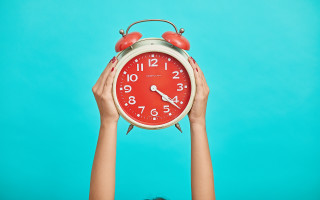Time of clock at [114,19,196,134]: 4:21
